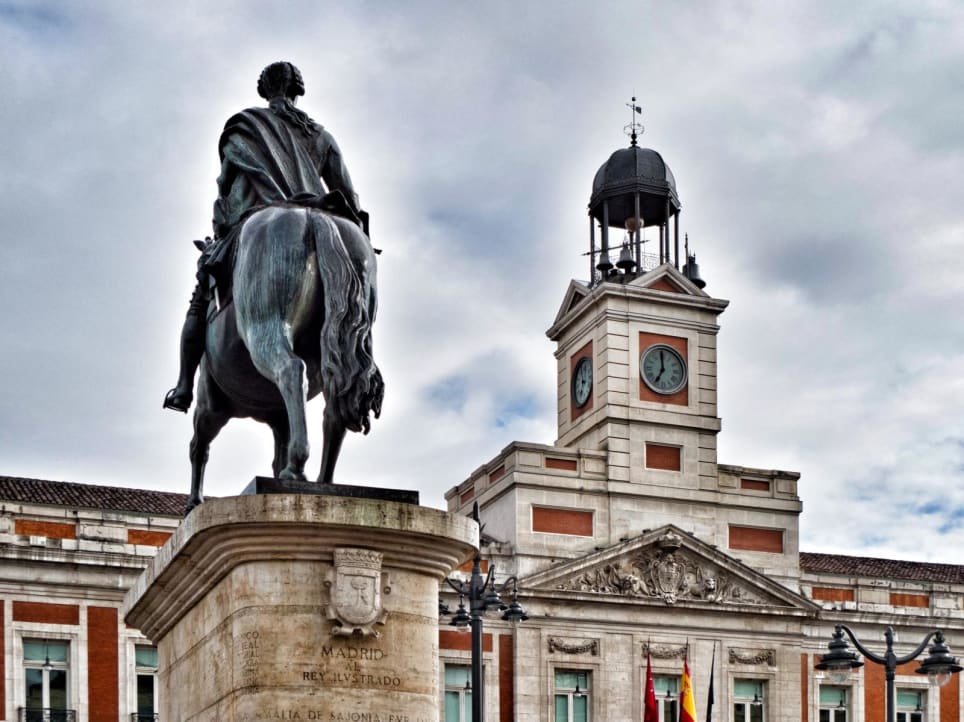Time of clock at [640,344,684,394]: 6:59
